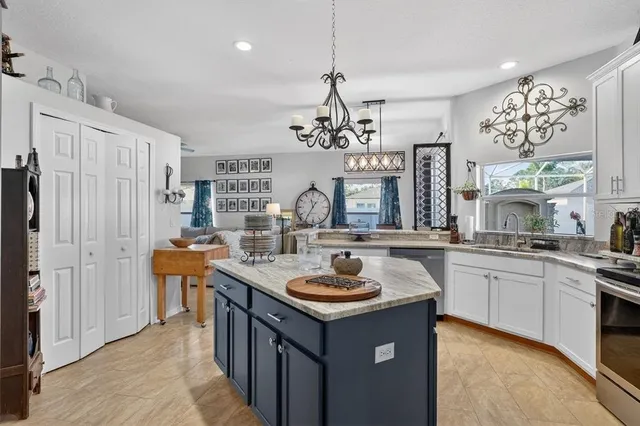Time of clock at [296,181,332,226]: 11:35
